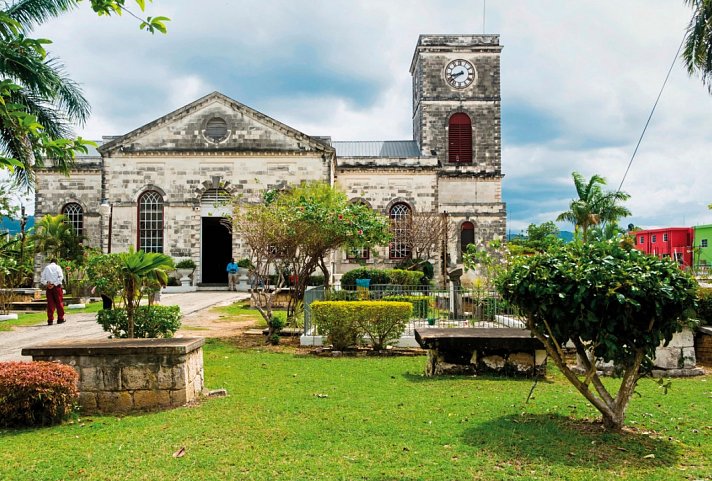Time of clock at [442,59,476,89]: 8:38
